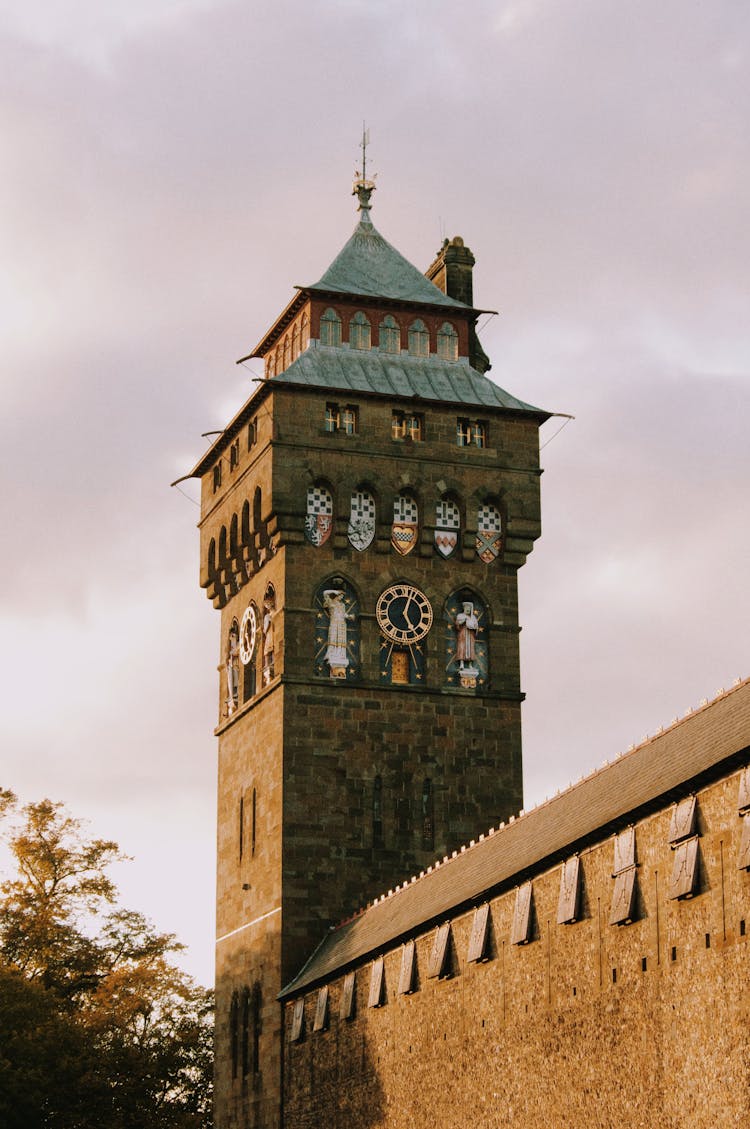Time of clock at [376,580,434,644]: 5:03
